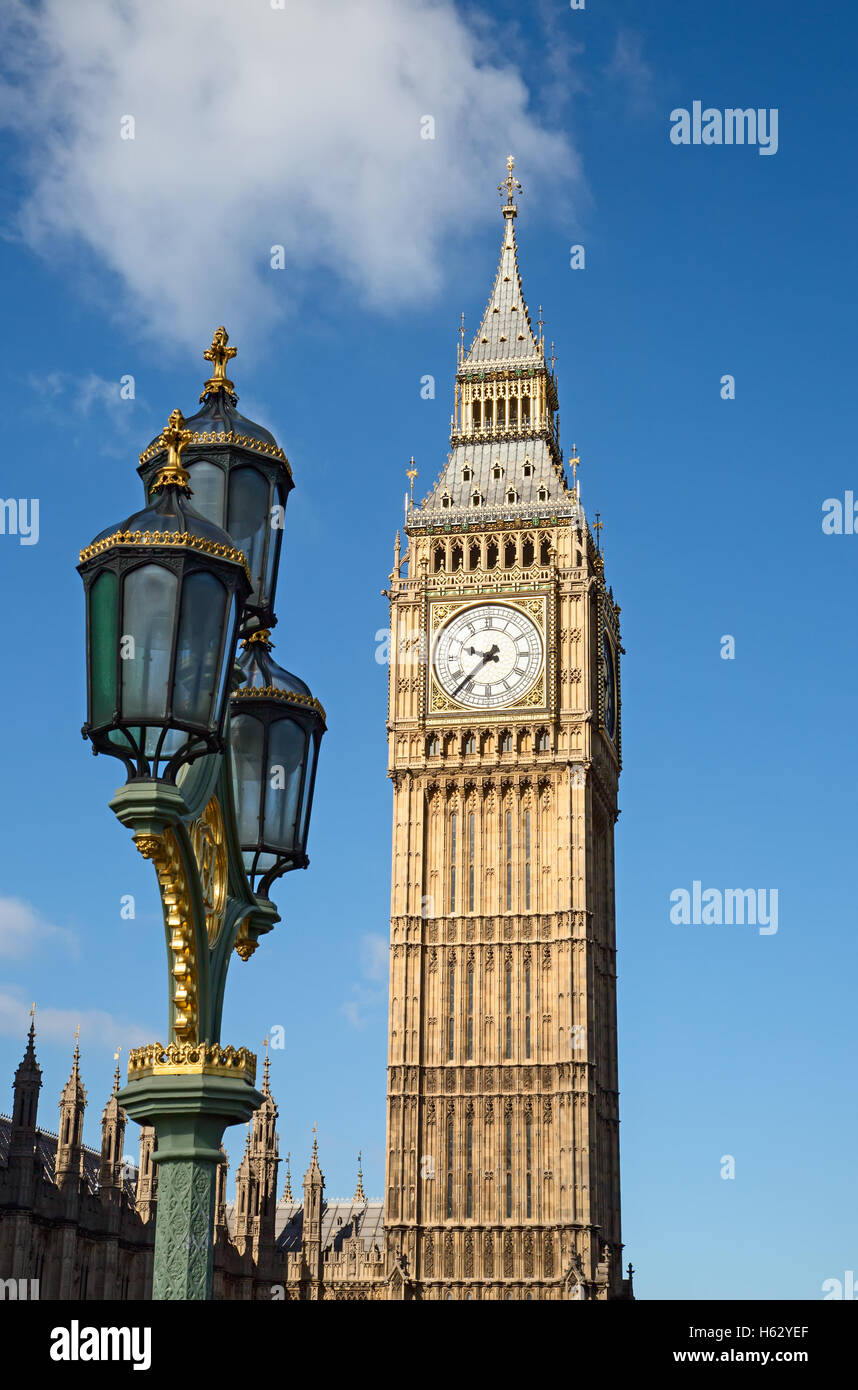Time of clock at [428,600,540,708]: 9:37
